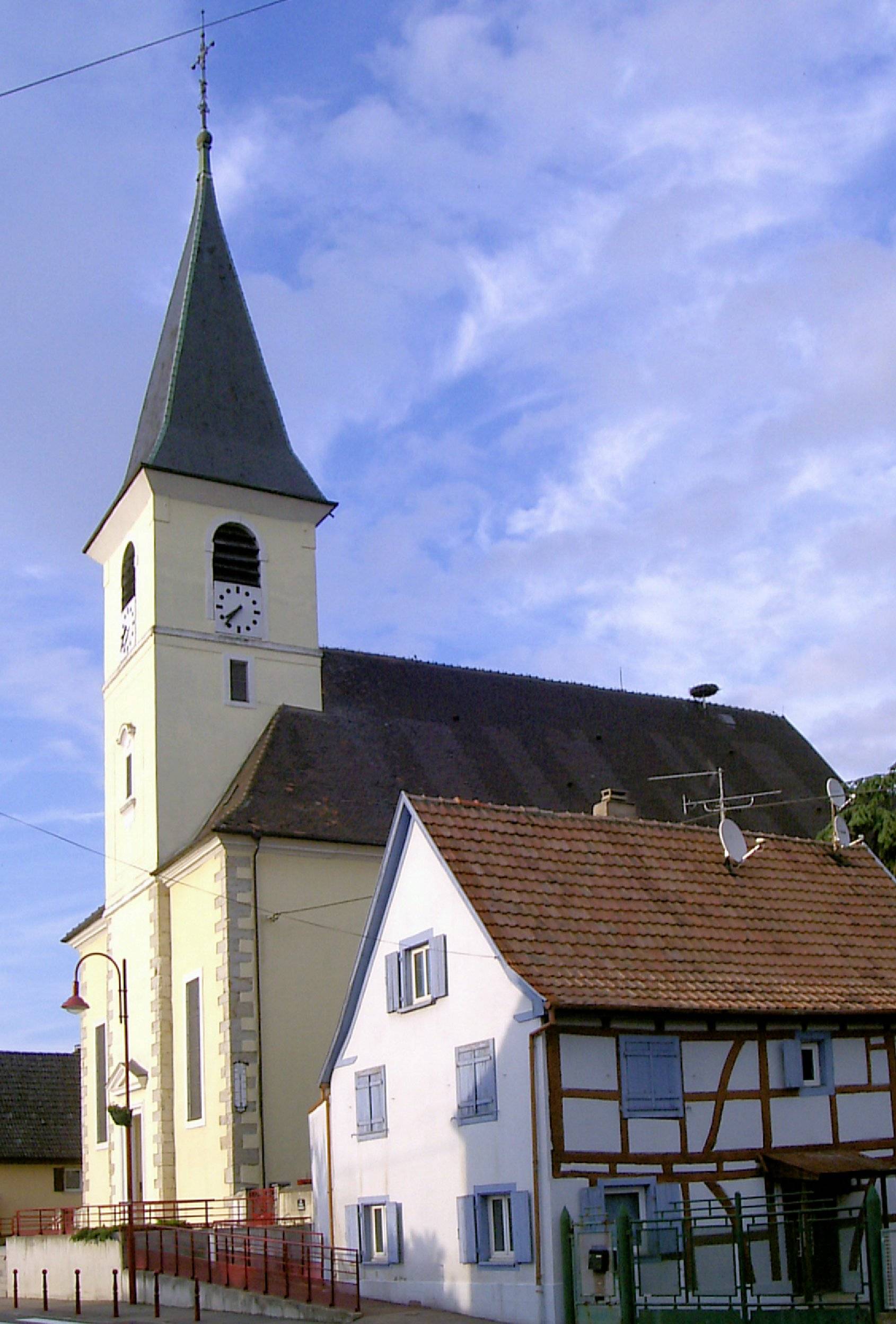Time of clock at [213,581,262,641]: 7:36
